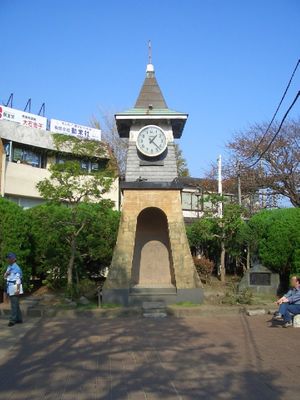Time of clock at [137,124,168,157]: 1:22
